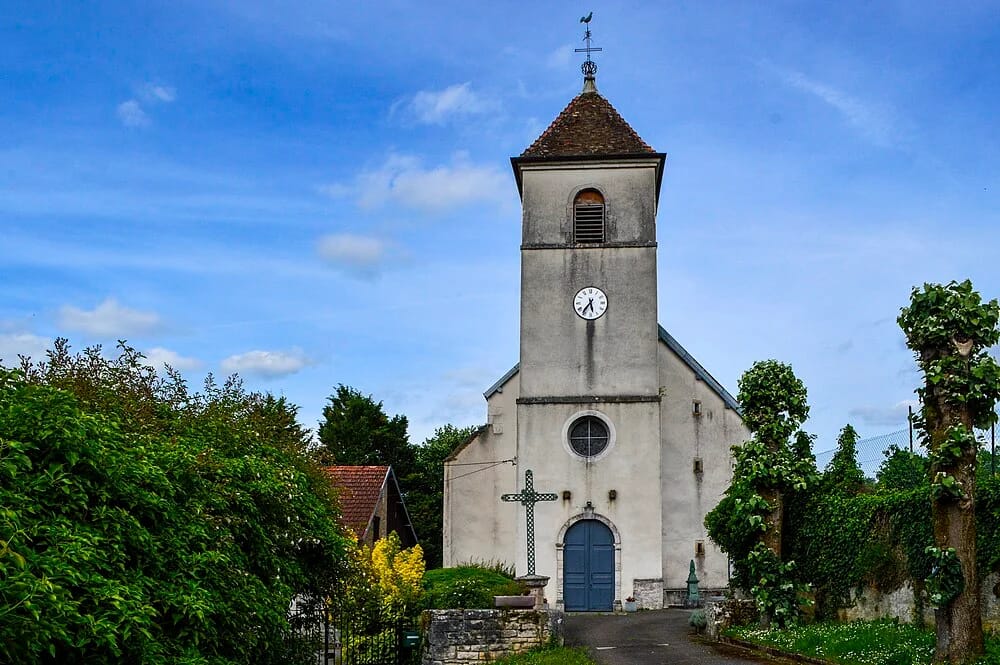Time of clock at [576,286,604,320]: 5:36
